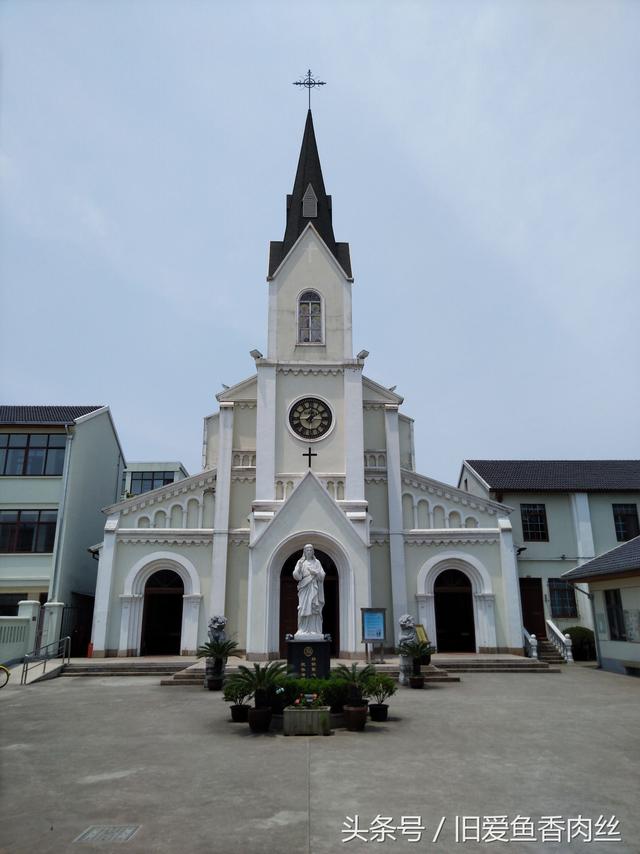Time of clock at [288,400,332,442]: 12:09
